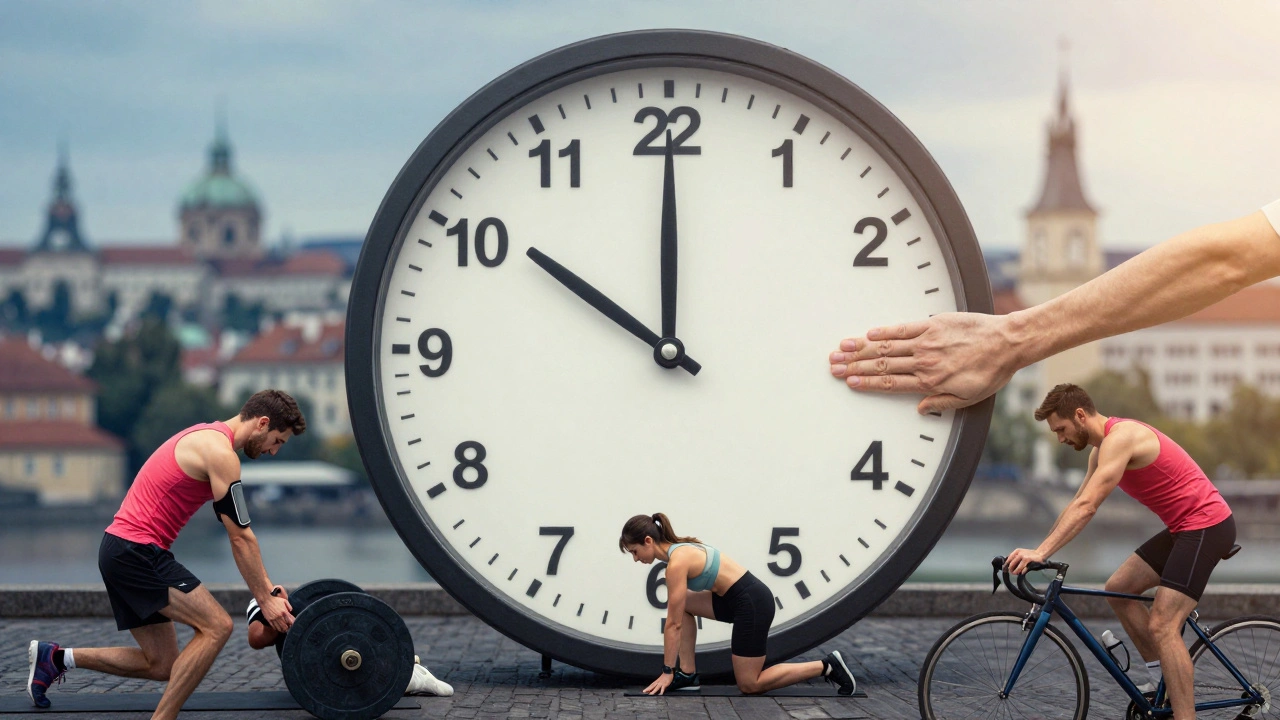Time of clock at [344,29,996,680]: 10:00
